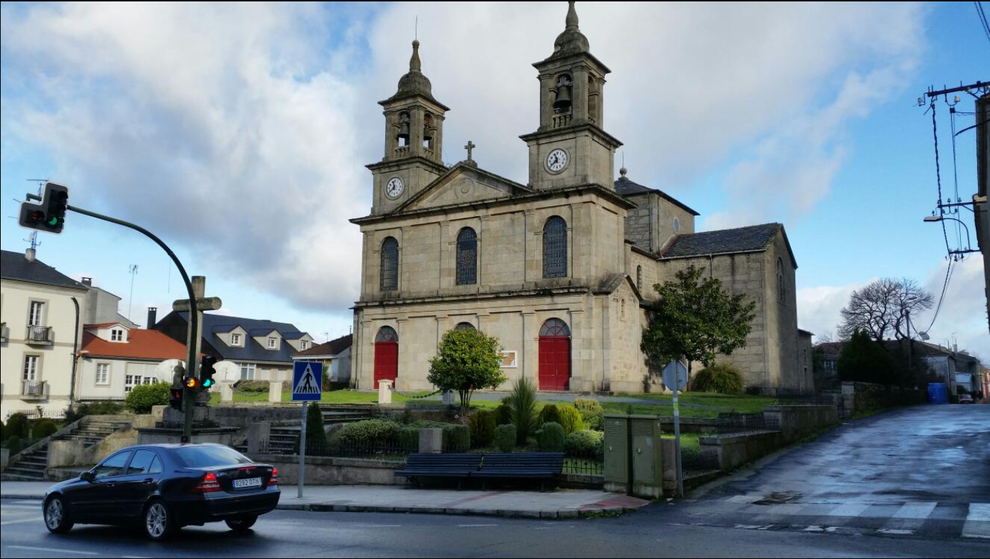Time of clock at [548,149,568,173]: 11:38
